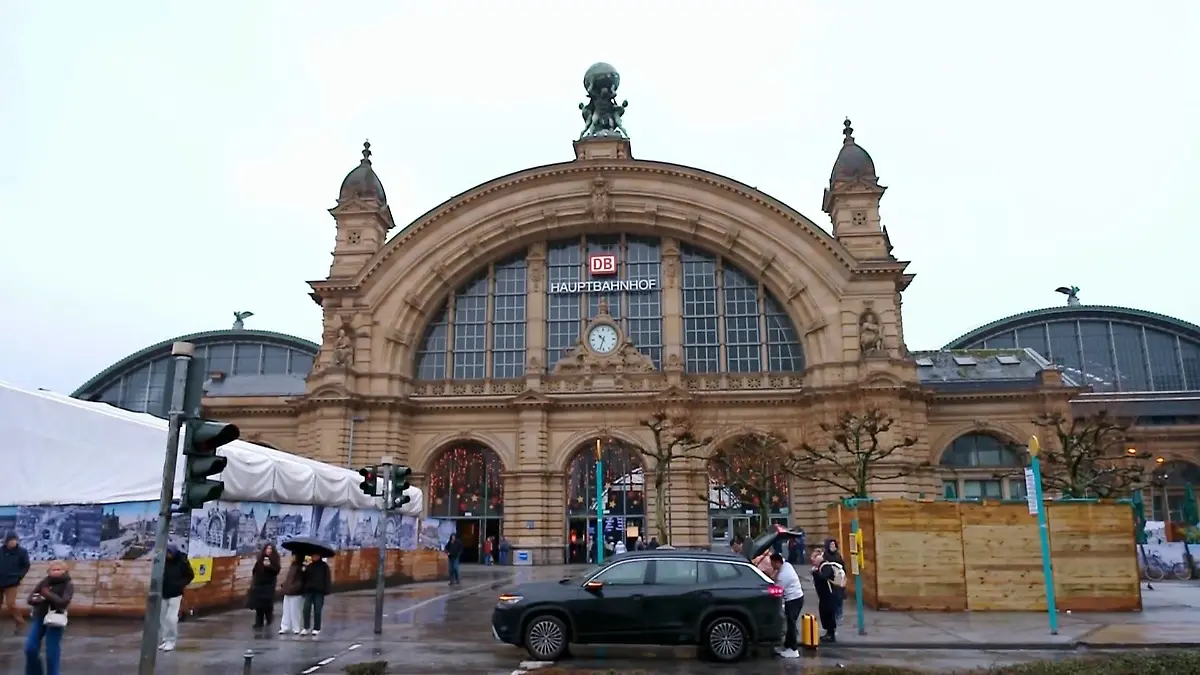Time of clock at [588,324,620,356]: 10:33
